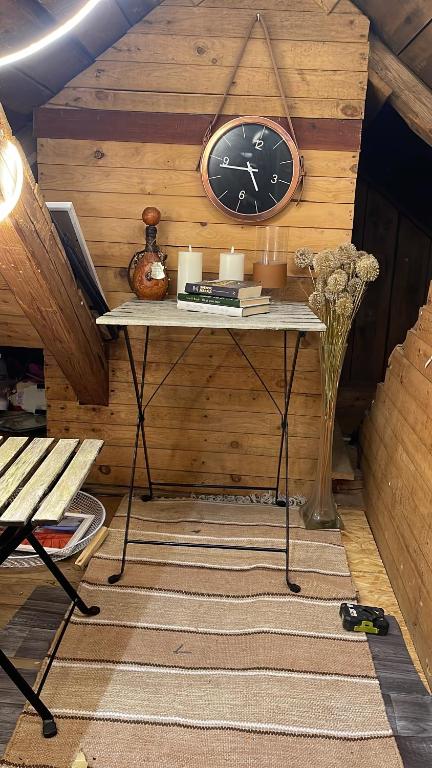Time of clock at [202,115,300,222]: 4:43
